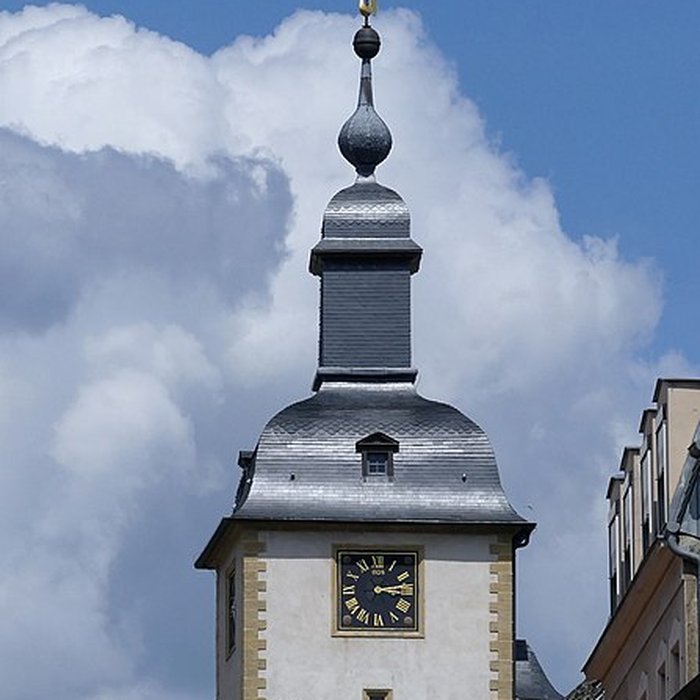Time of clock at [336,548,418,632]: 3:12
